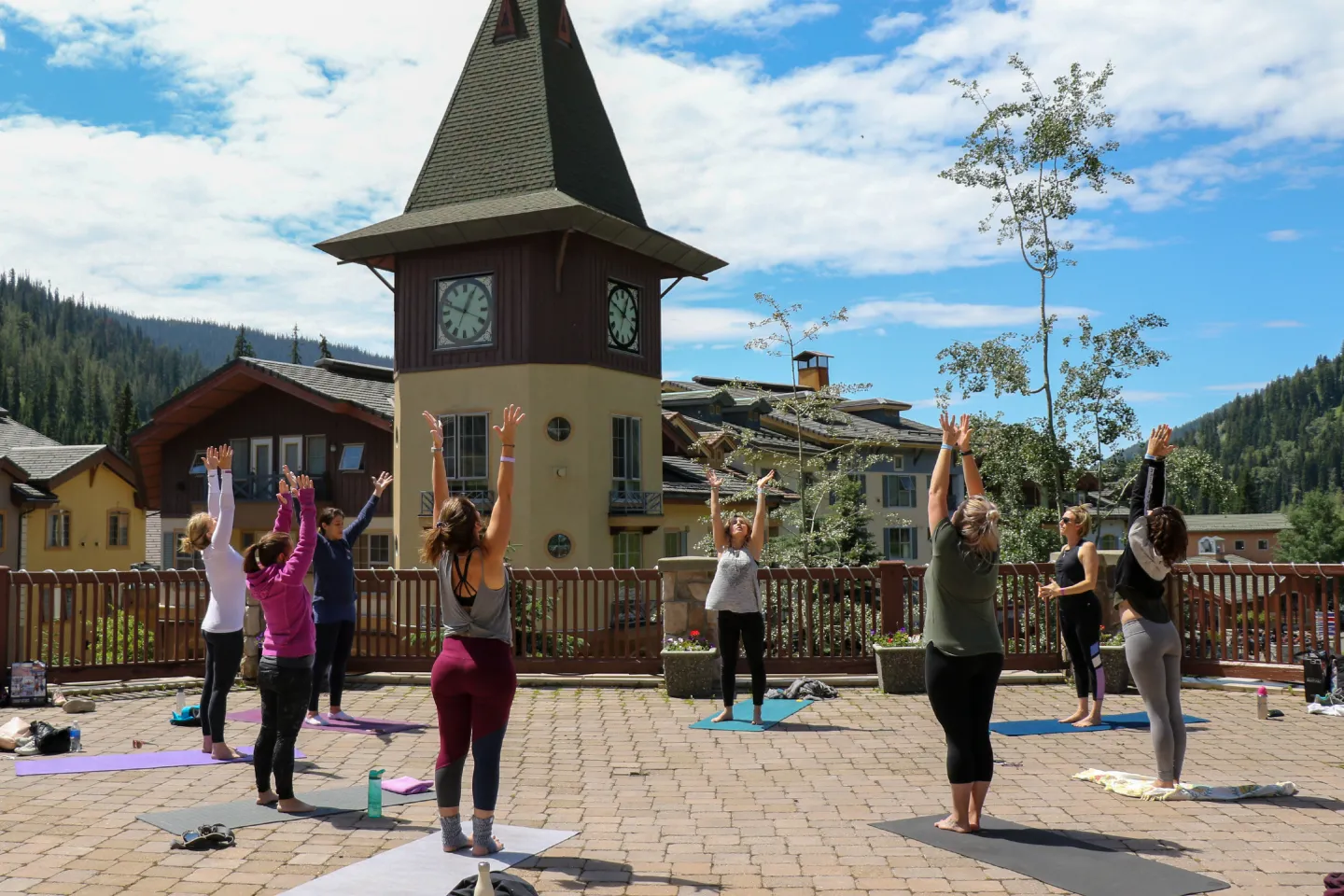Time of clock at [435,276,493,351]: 12:48
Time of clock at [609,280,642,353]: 12:49
